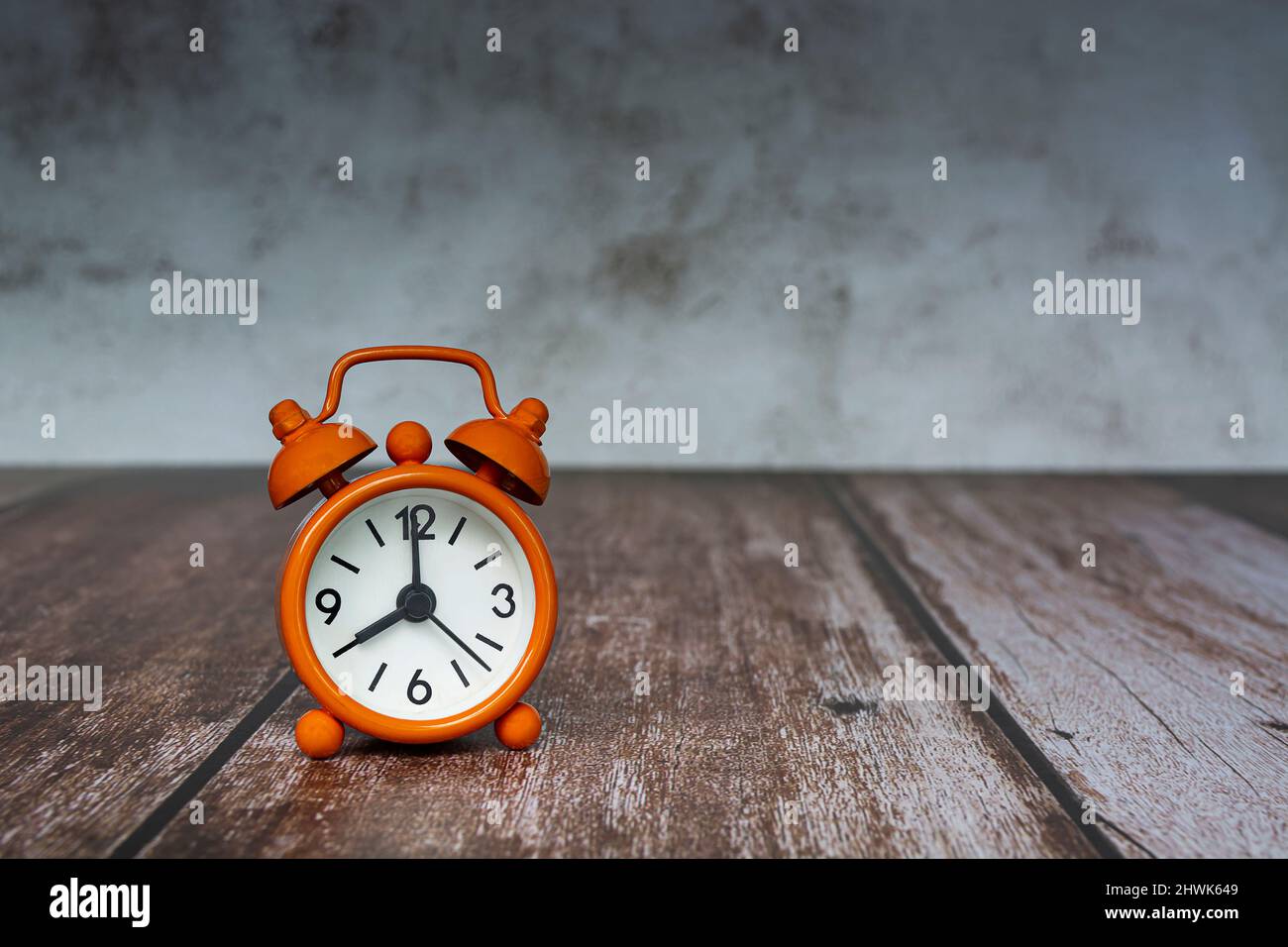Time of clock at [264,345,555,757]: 8:00
